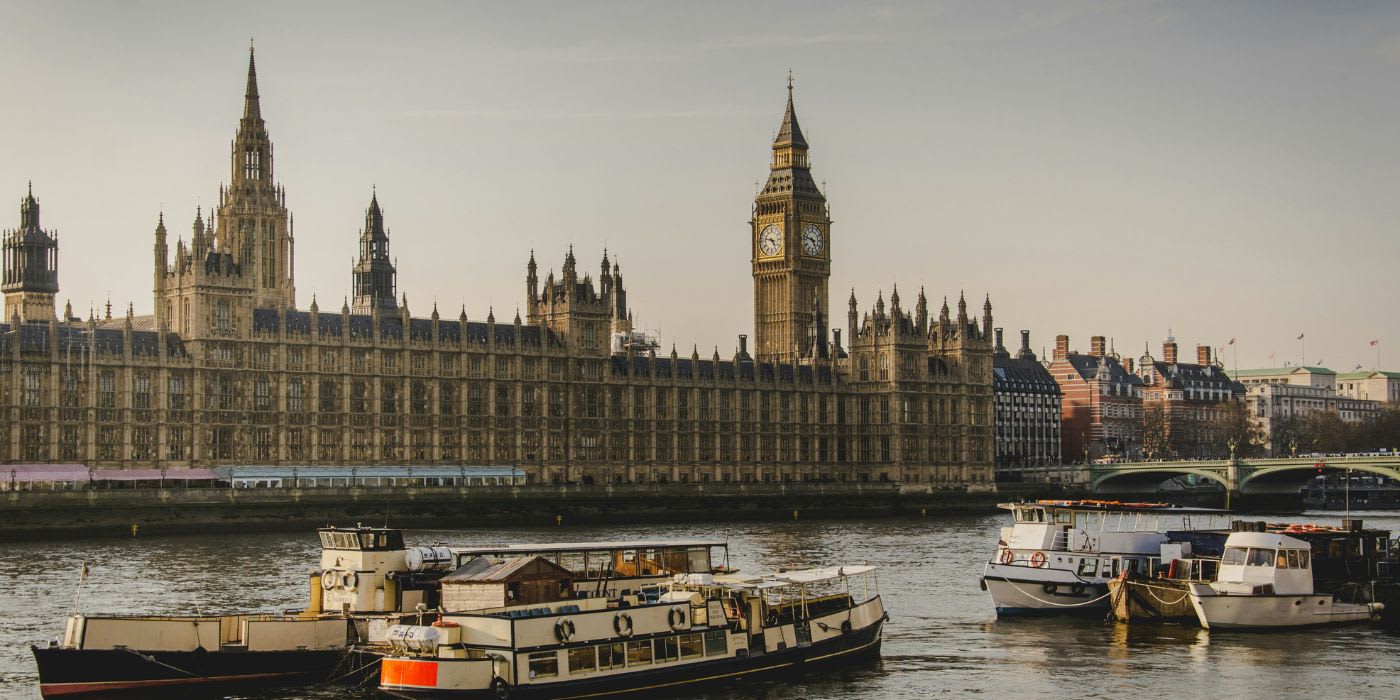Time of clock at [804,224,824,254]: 4:47
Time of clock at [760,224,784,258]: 4:47
